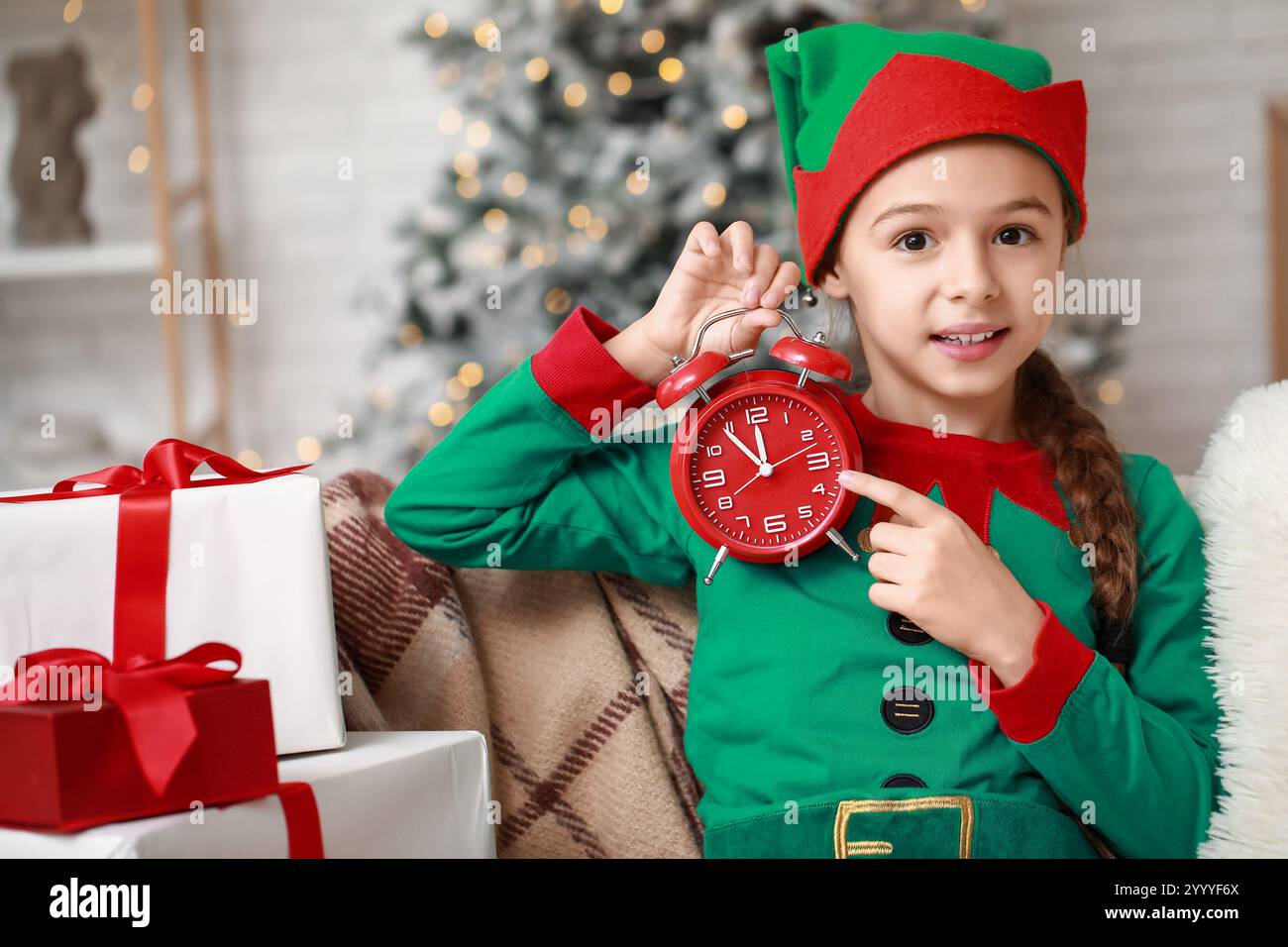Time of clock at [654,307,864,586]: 11:53
